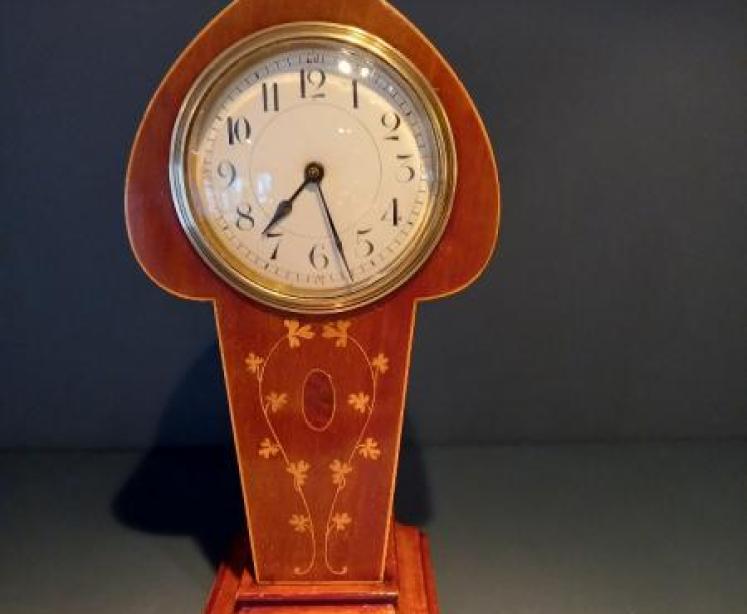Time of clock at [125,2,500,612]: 7:27
